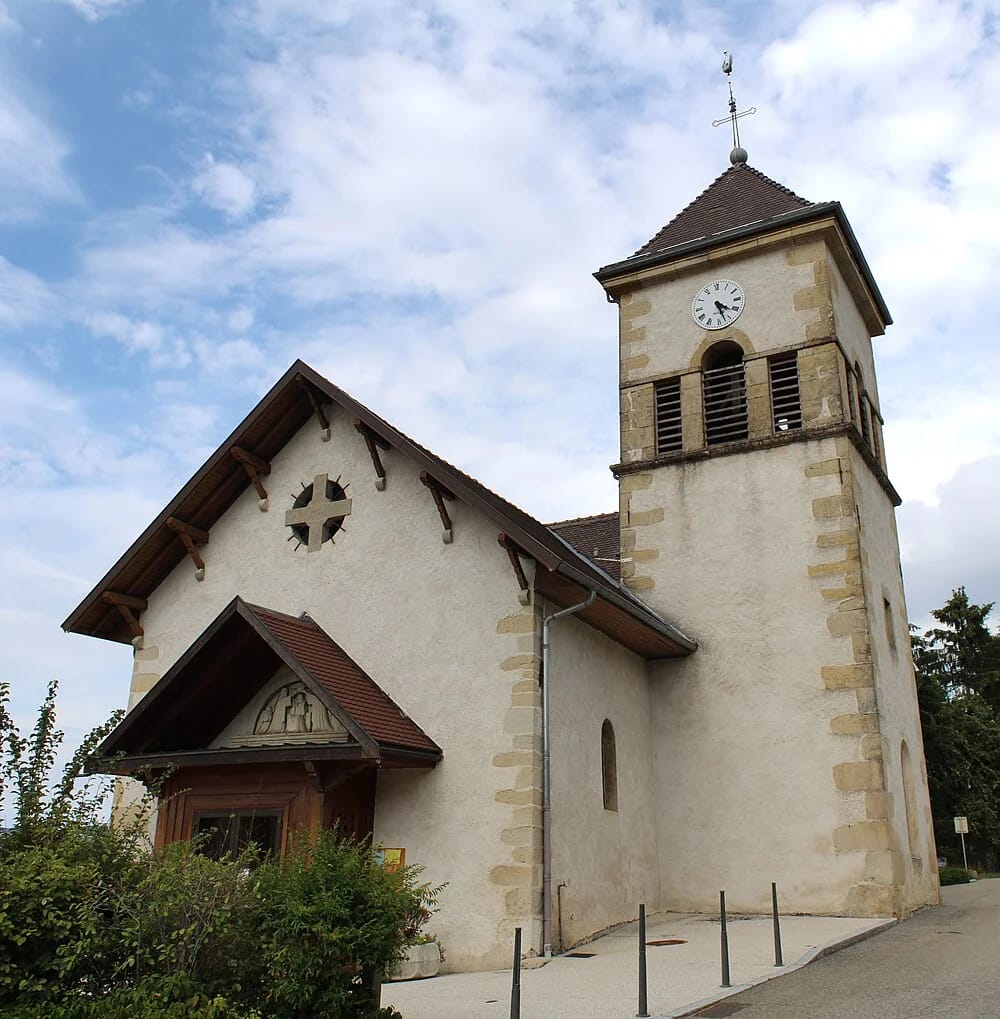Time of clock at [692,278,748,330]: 4:27
